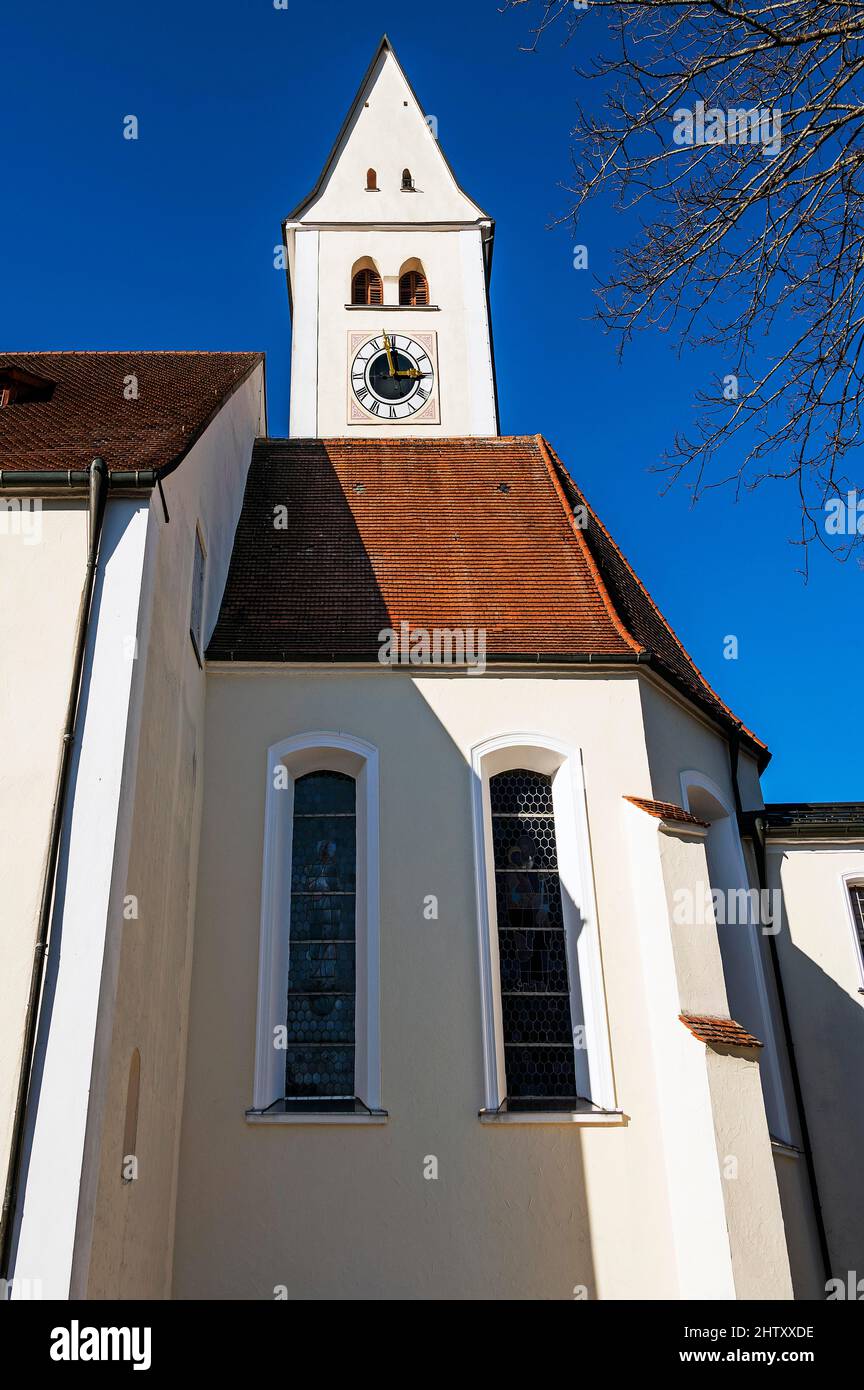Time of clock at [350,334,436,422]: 2:58
